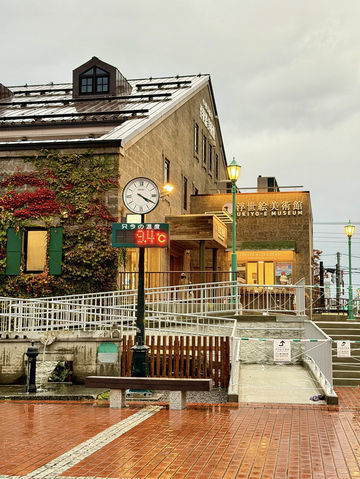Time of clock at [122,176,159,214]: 4:19
